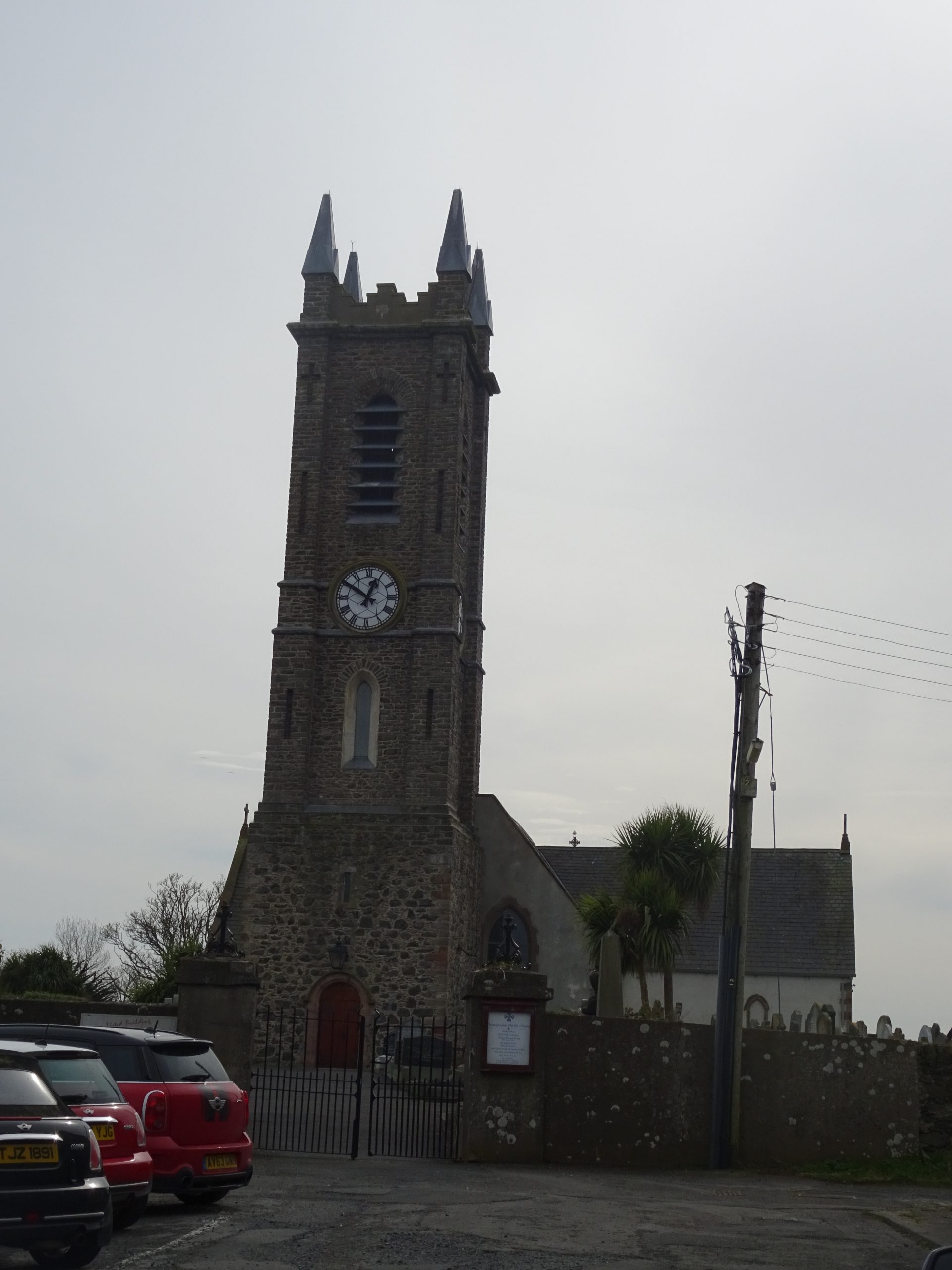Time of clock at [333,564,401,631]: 12:50
